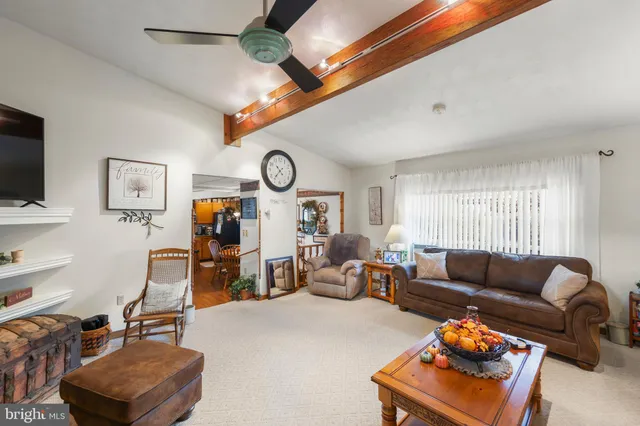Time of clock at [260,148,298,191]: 10:36
